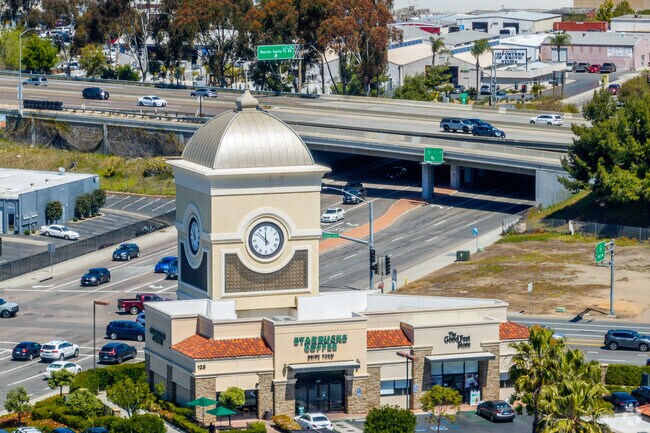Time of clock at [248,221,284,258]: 11:52
